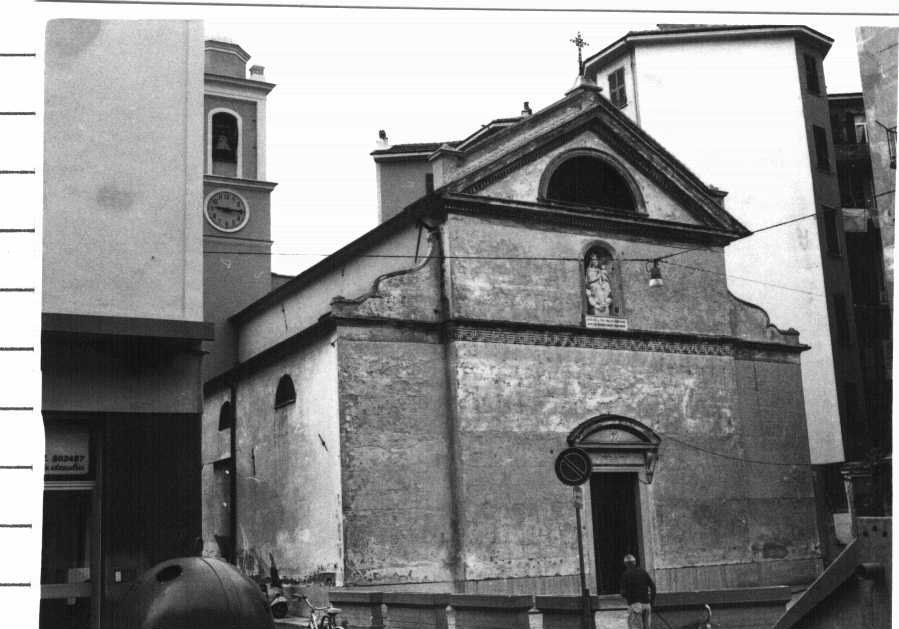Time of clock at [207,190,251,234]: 9:15
